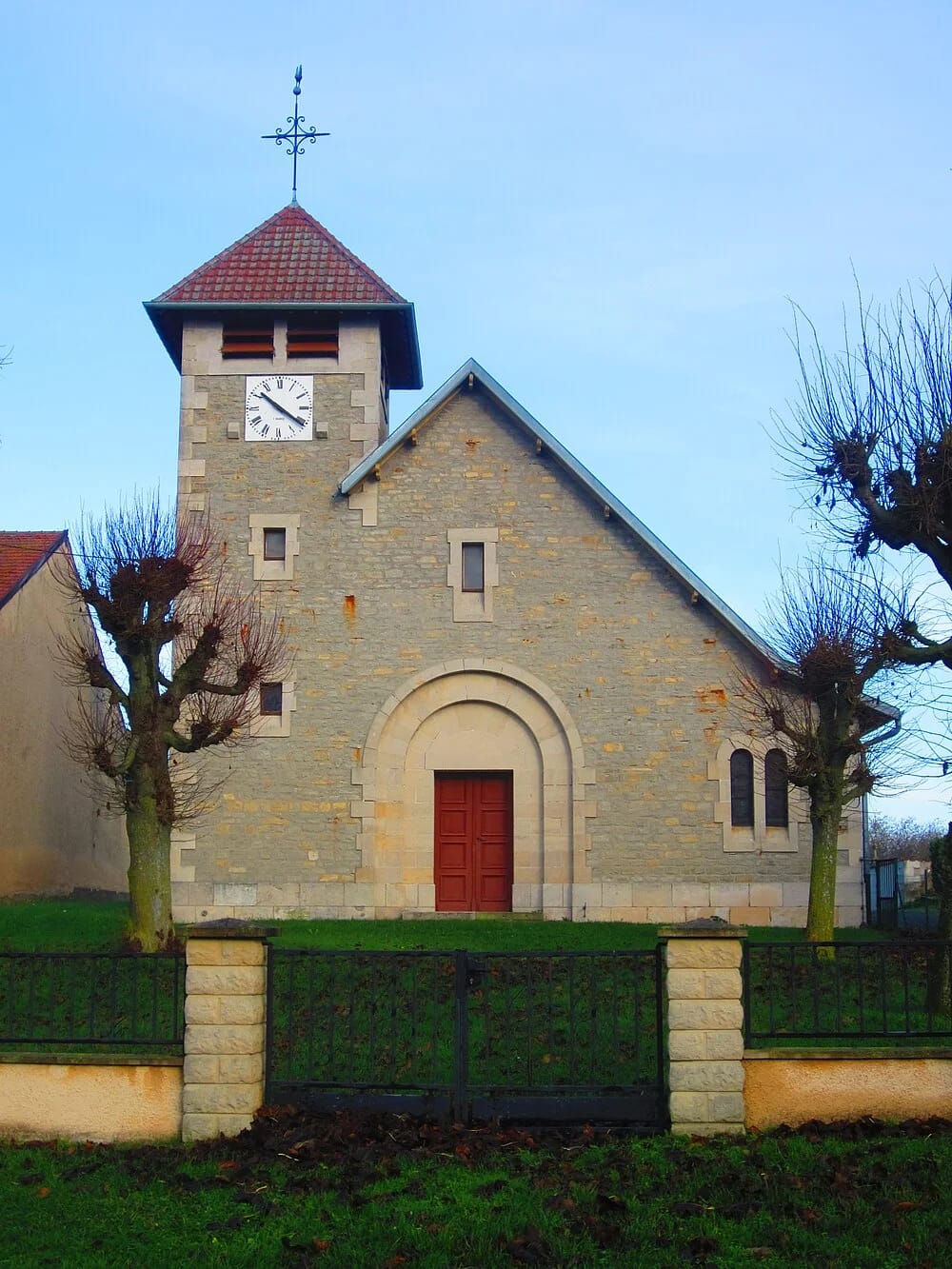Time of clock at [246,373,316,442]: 10:21
